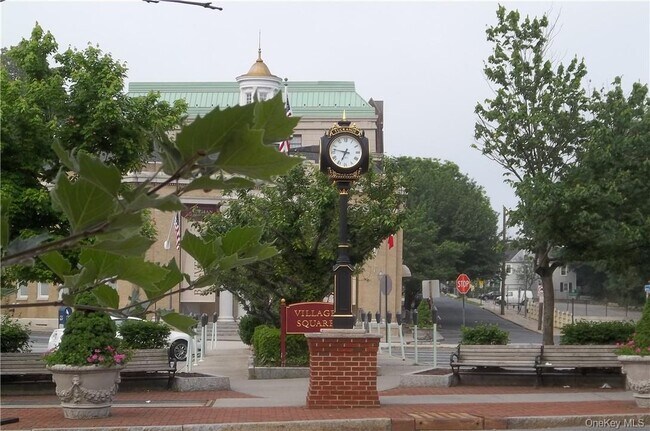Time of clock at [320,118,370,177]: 6:47
